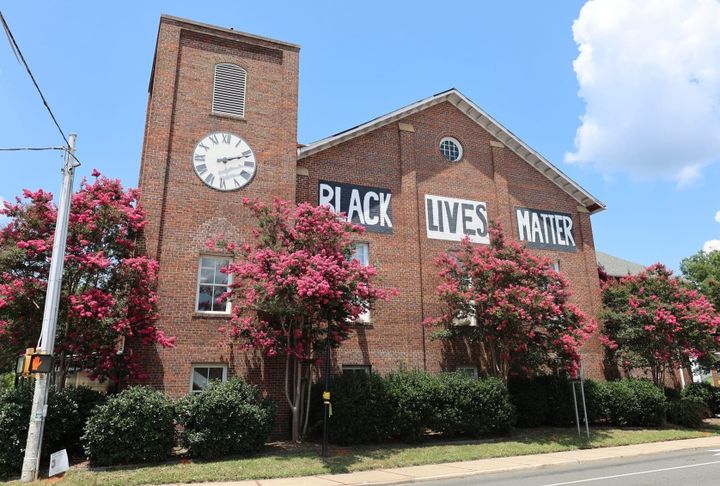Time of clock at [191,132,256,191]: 2:11
